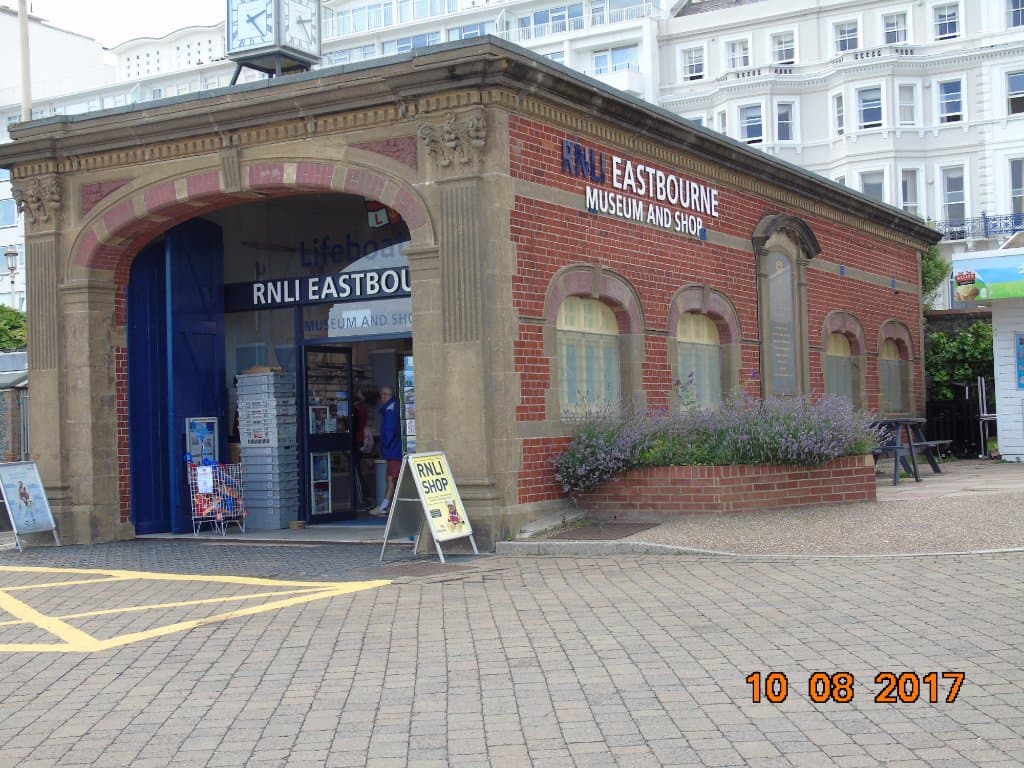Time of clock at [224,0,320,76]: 2:23
